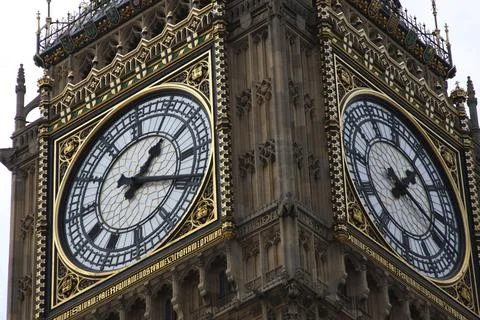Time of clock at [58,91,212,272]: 1:18
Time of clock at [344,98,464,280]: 1:18
